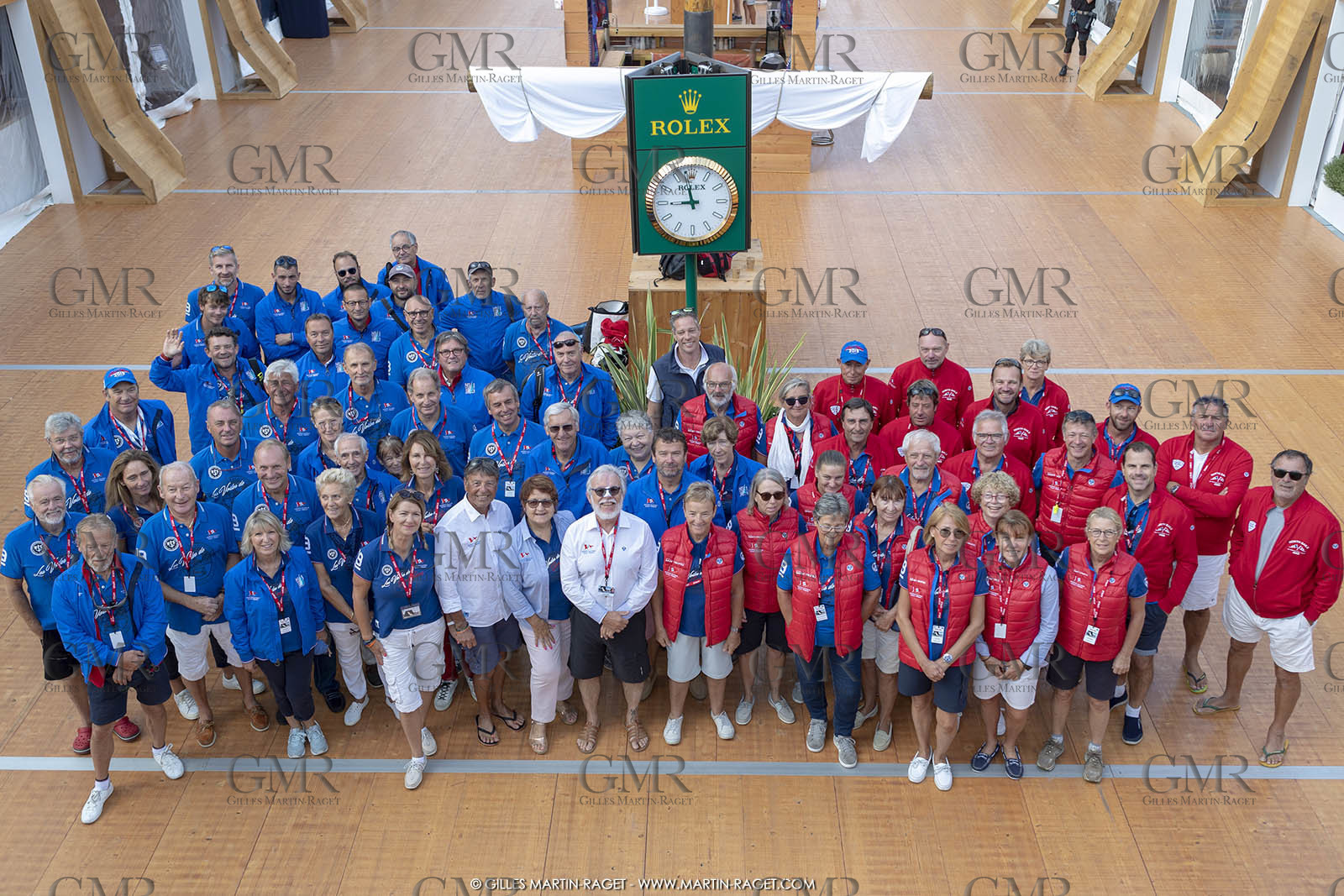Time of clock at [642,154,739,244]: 8:57
